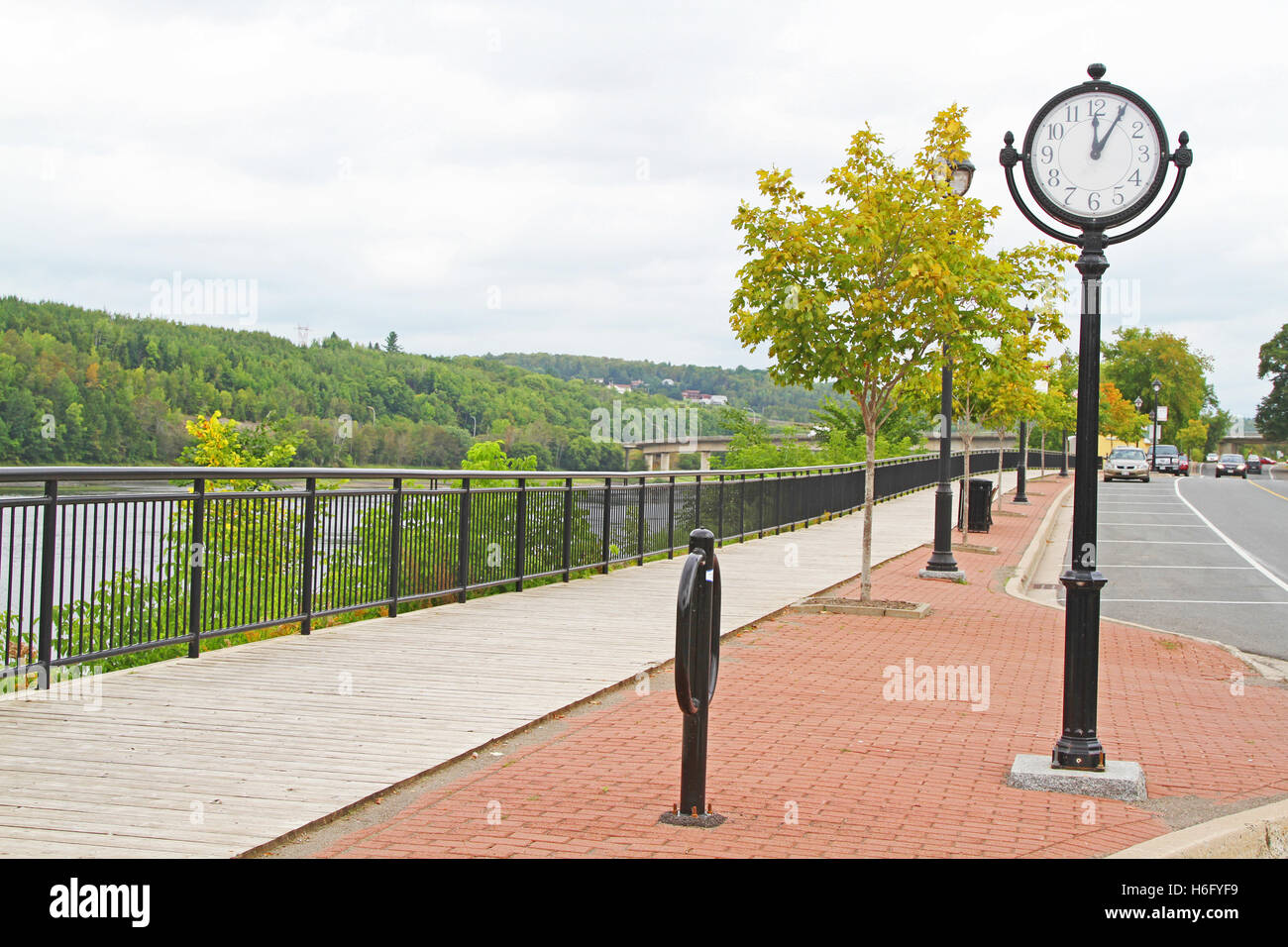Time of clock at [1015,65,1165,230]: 12:05
